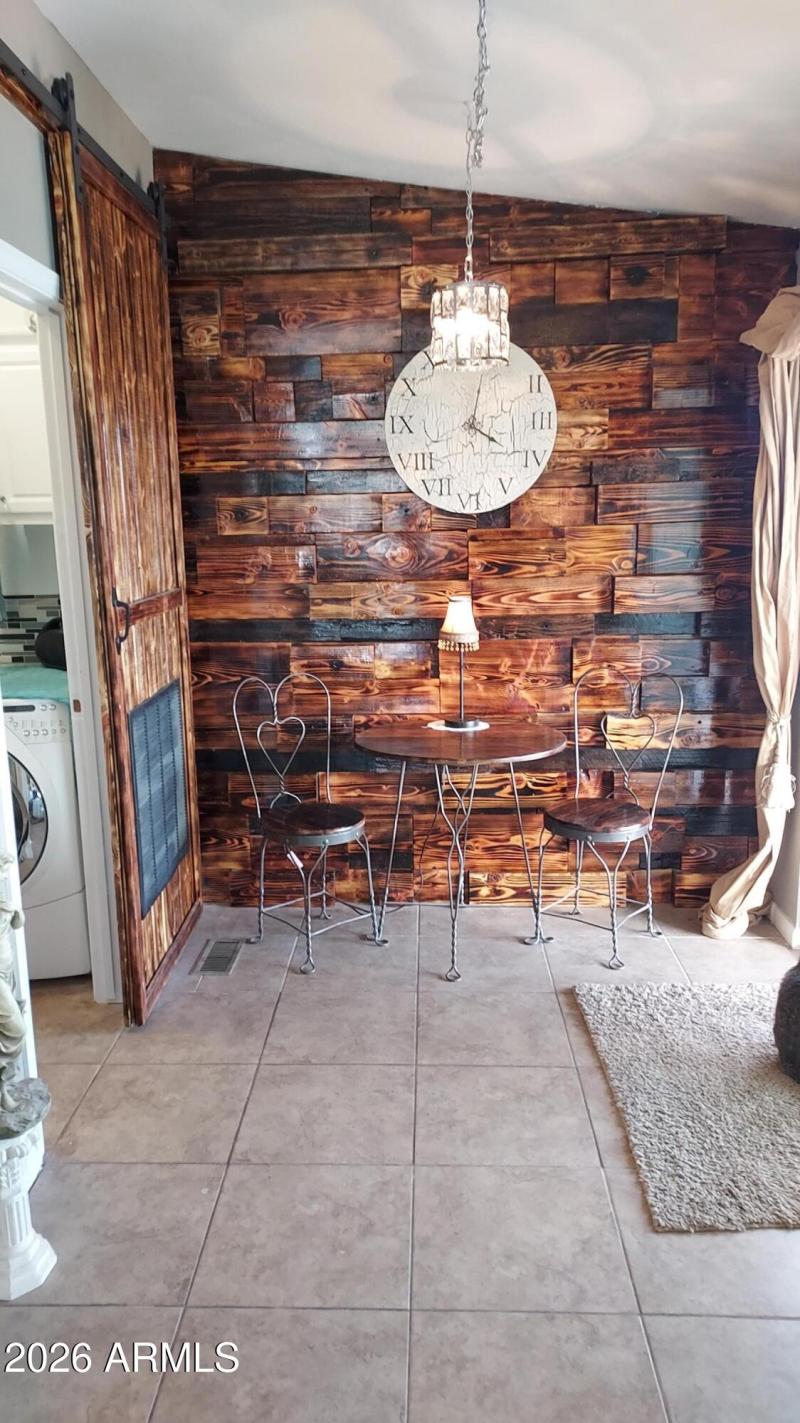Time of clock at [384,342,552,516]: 4:02
